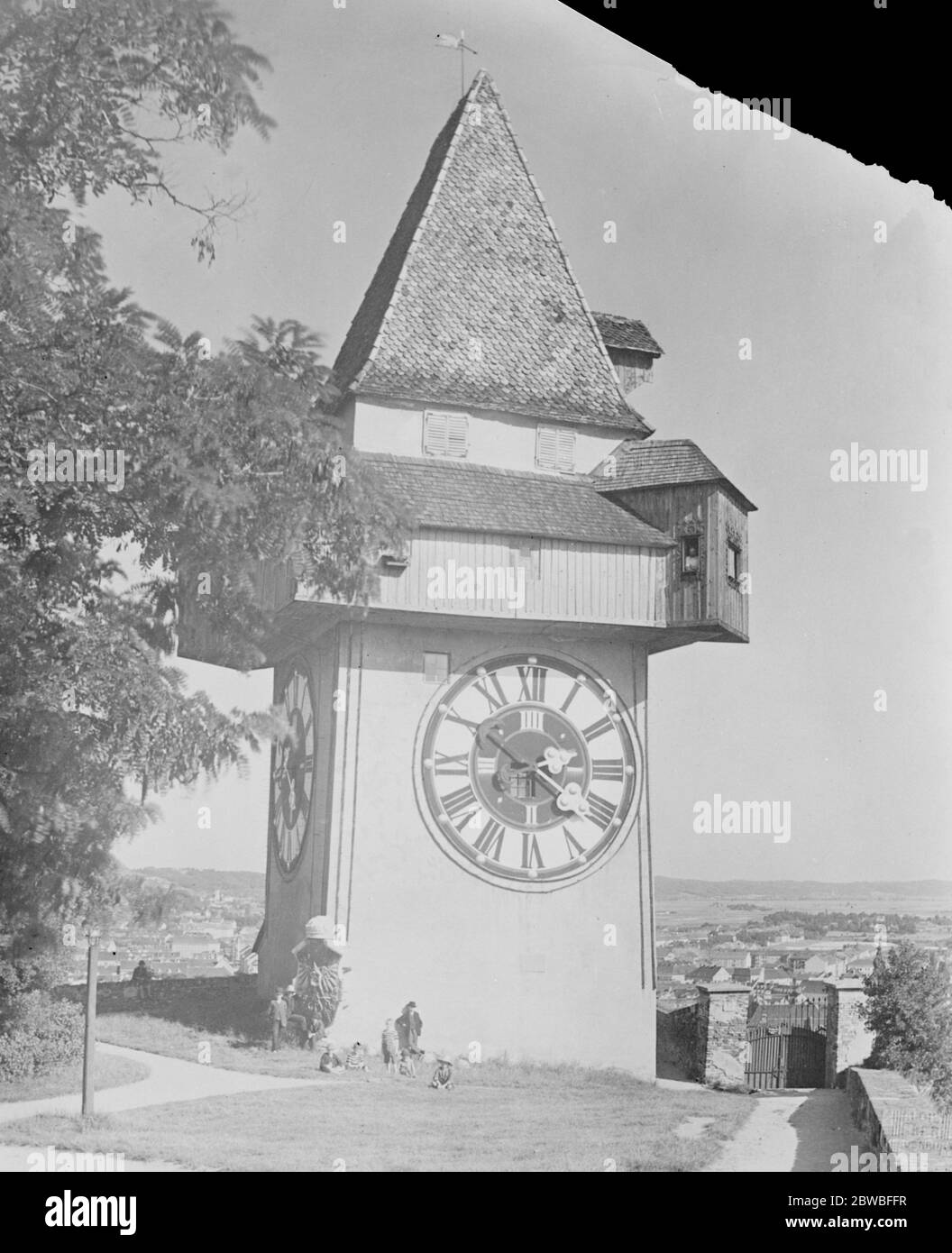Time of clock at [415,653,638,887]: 2:21
